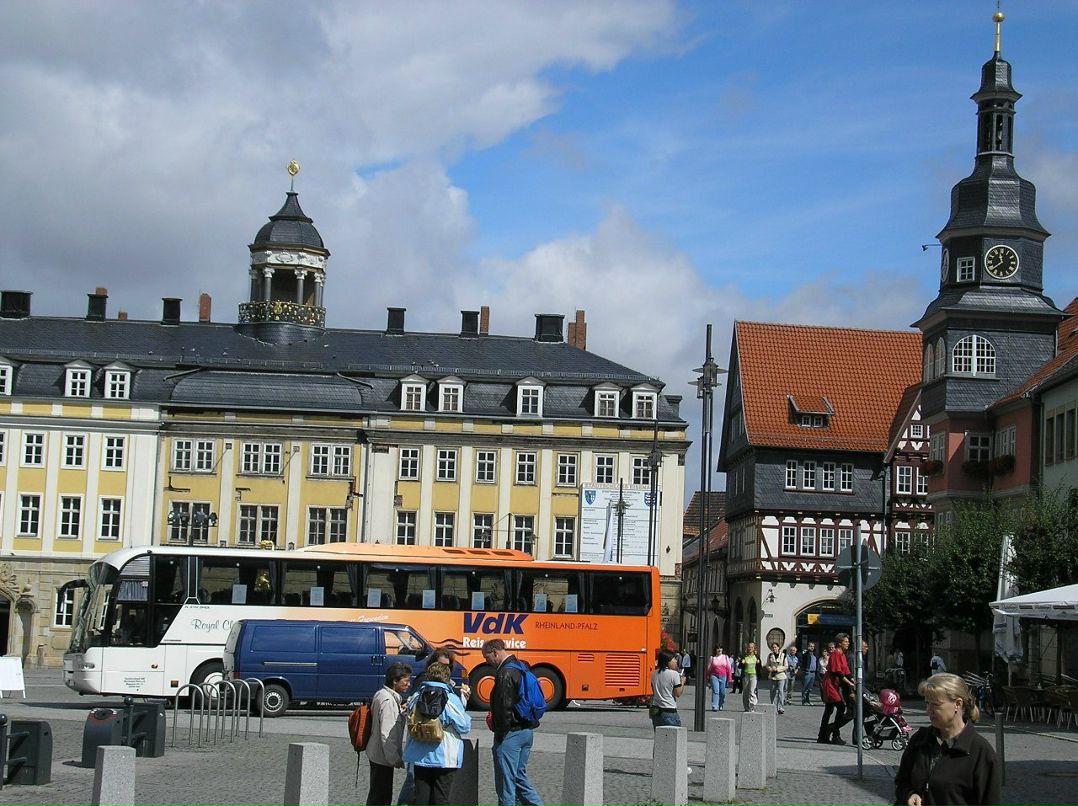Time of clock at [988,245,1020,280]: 11:38
